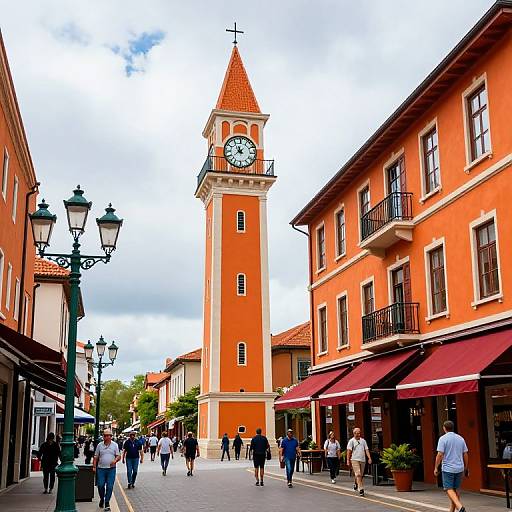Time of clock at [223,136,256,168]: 11:37
